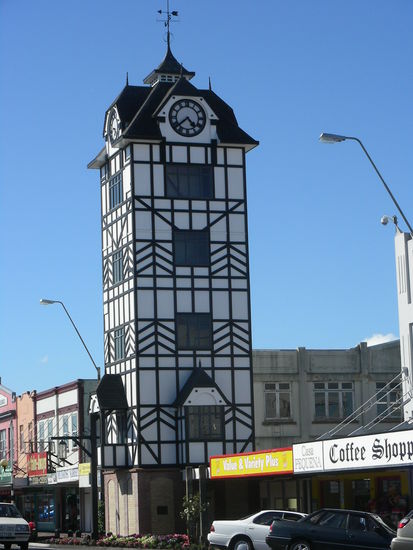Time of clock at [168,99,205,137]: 4:38
